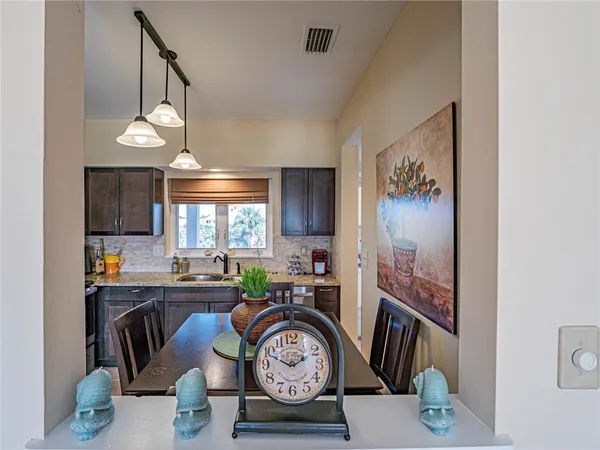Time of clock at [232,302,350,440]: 1:49
